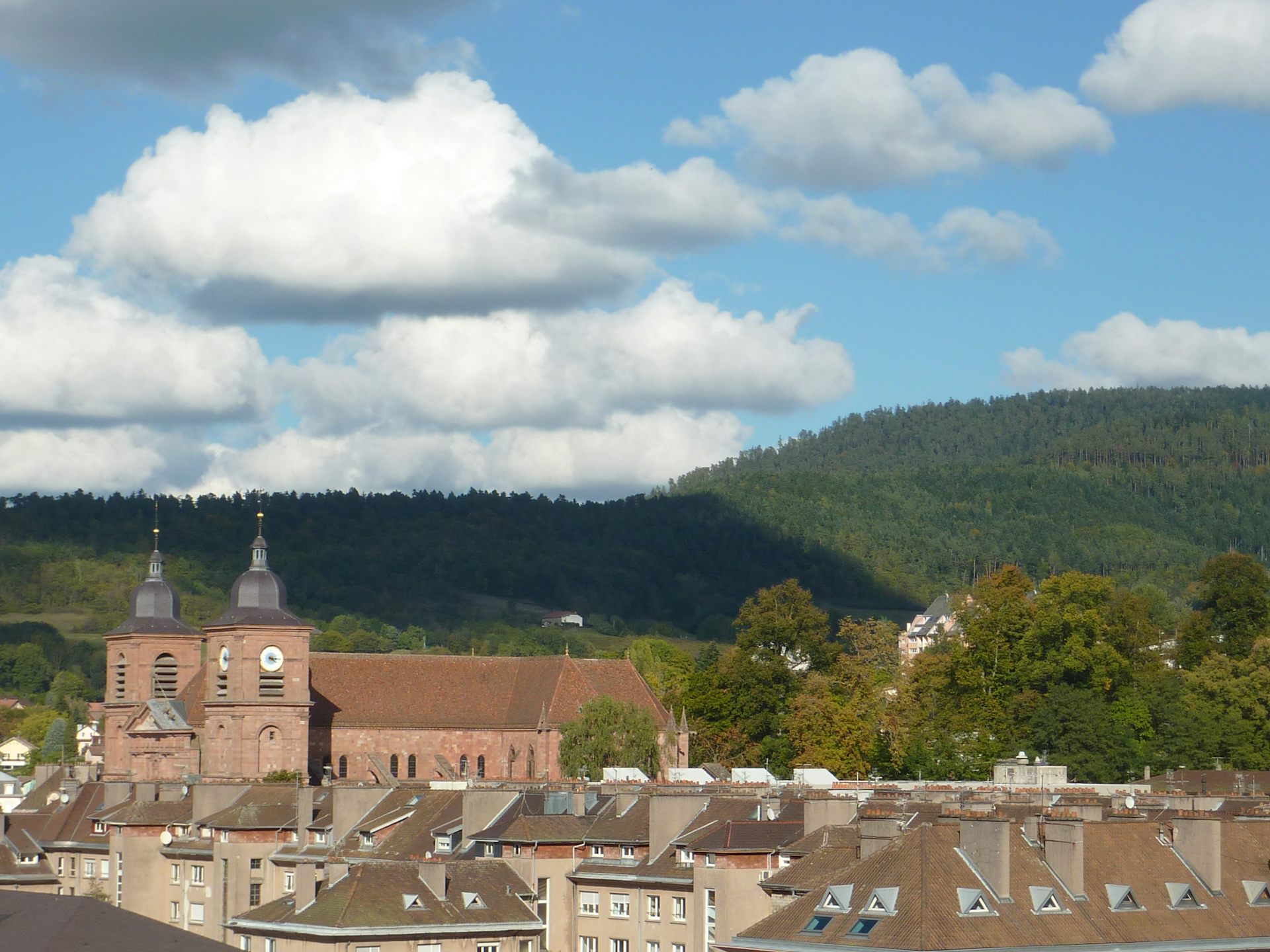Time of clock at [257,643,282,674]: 4:15
